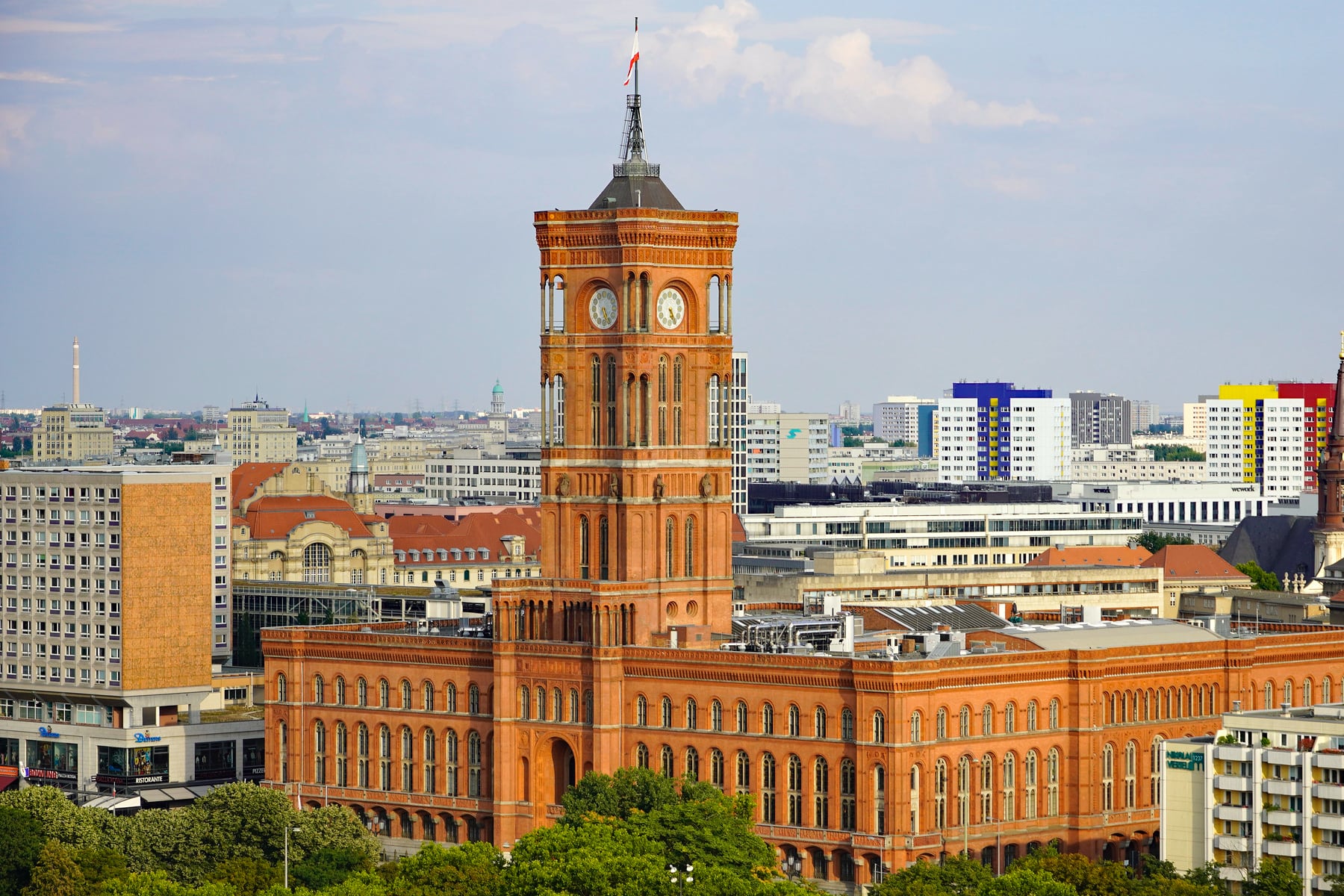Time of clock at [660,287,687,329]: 5:24
